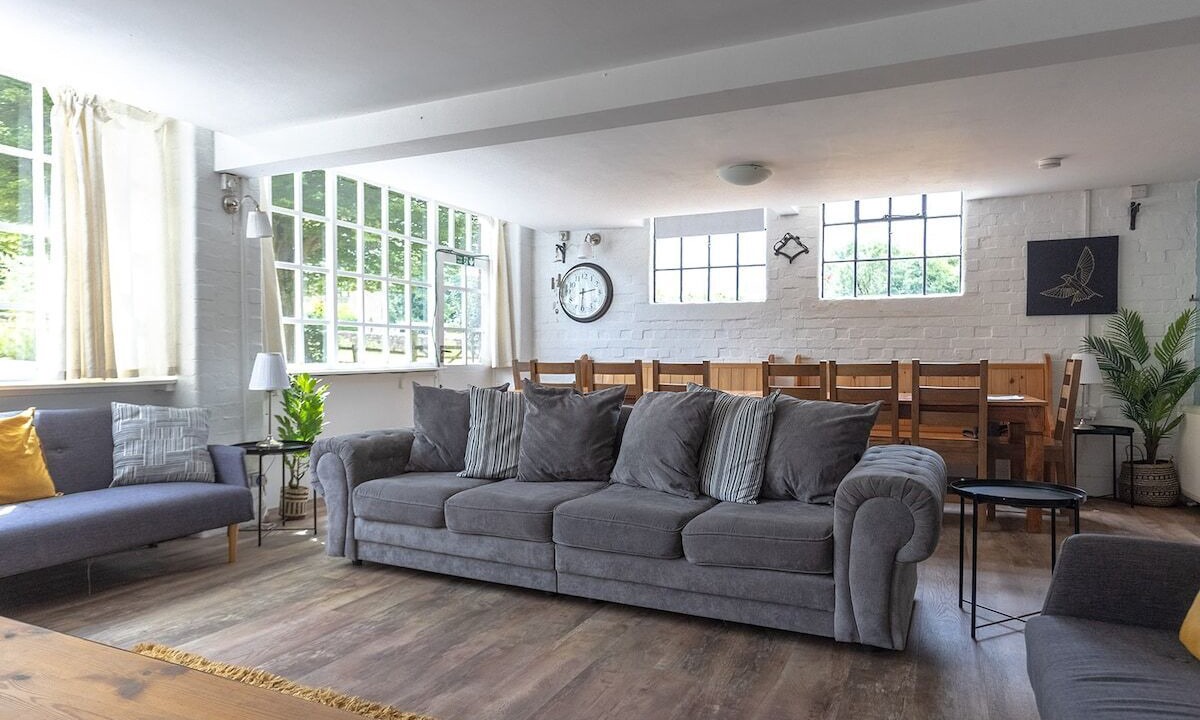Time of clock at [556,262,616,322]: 2:31
